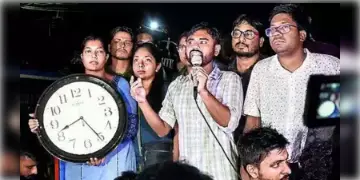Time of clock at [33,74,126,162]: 8:25
